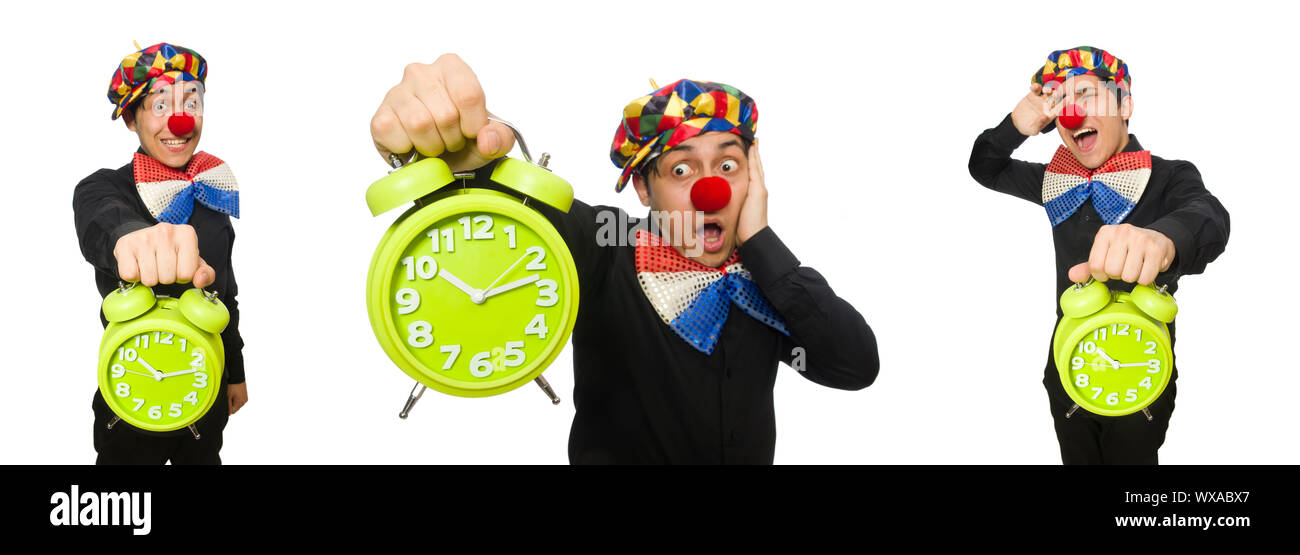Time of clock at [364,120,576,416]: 10:12
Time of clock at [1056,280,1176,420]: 10:14
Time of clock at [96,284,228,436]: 10:12
